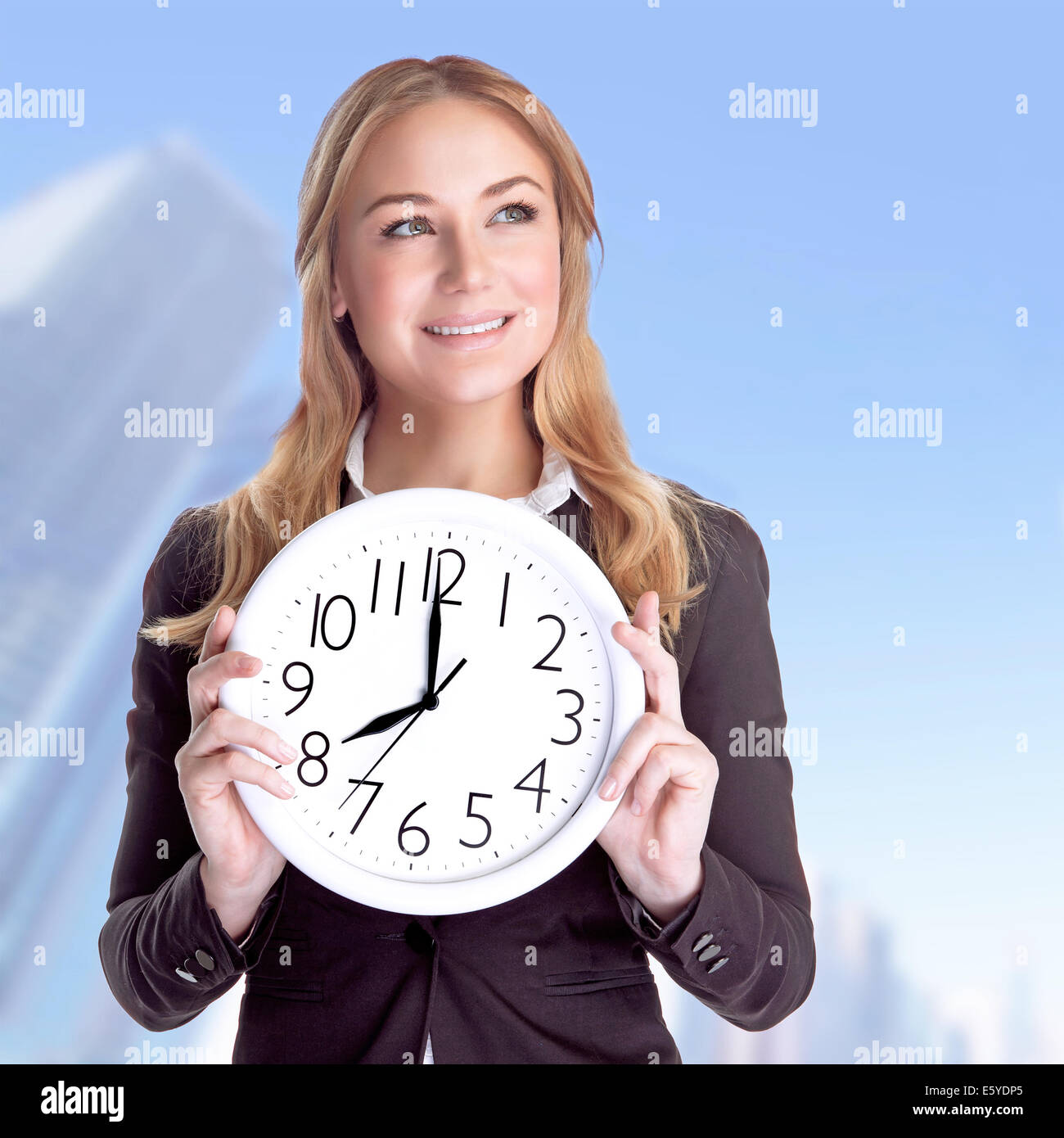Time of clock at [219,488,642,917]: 7:59
